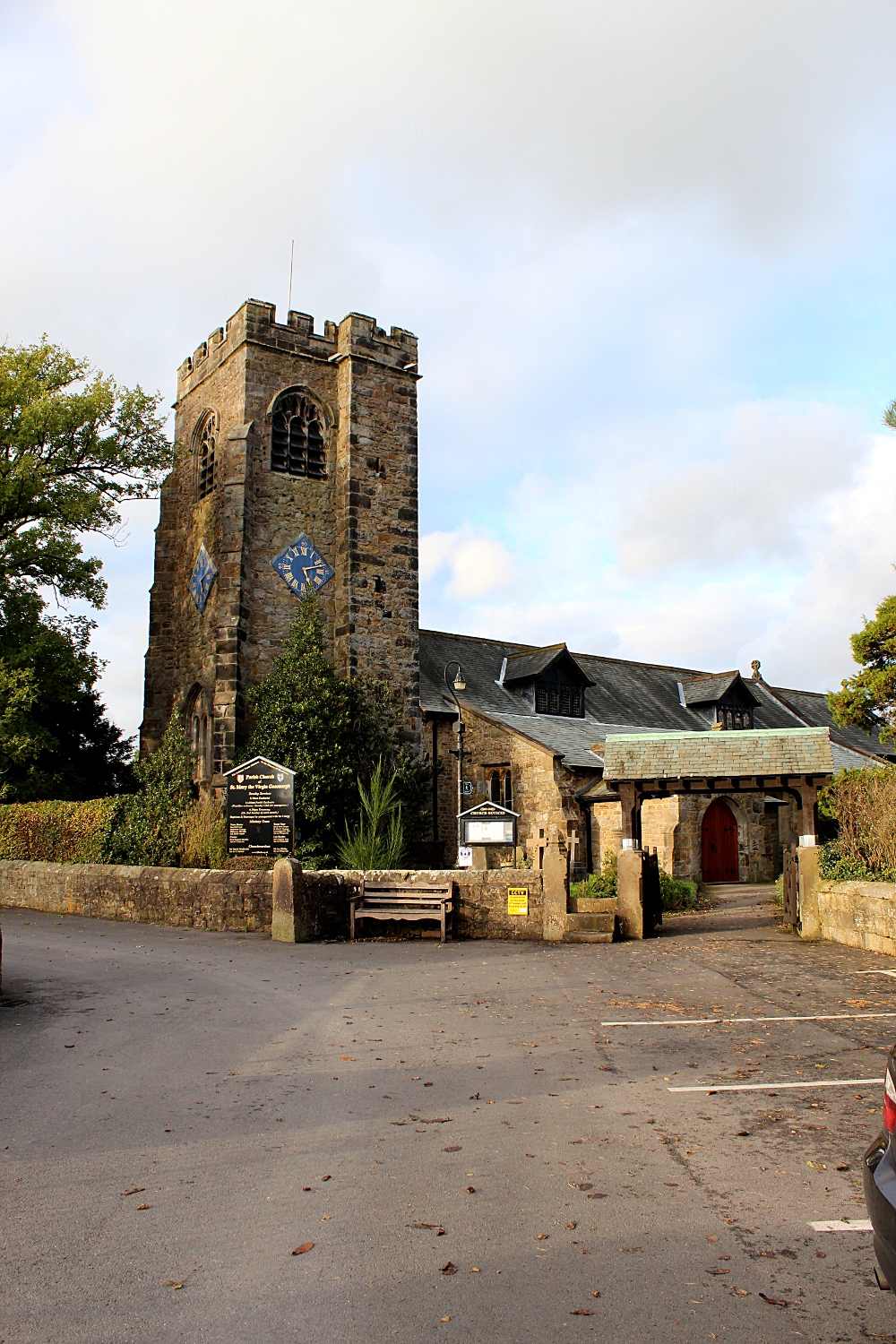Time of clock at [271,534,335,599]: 5:12
